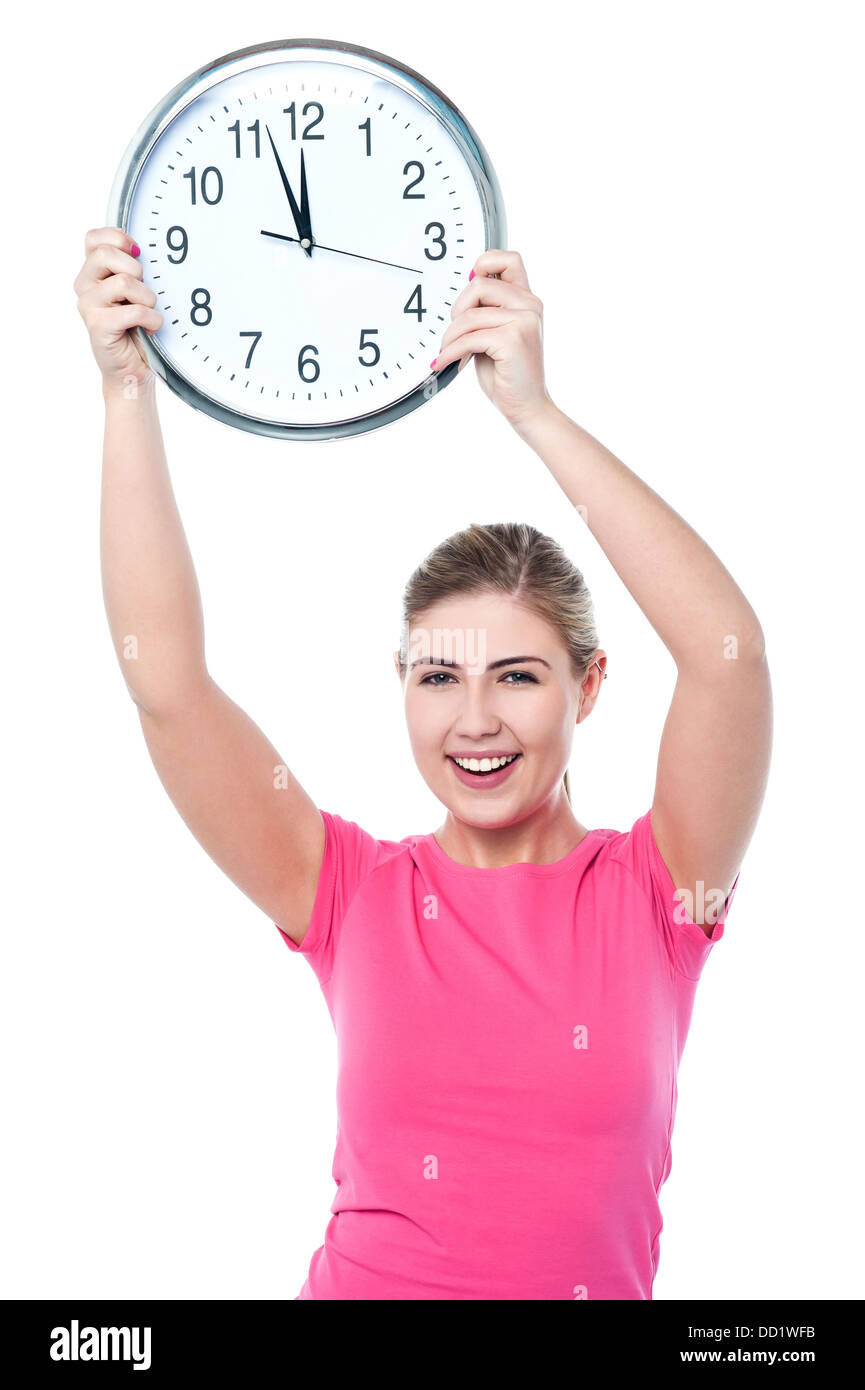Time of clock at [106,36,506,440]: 11:56
